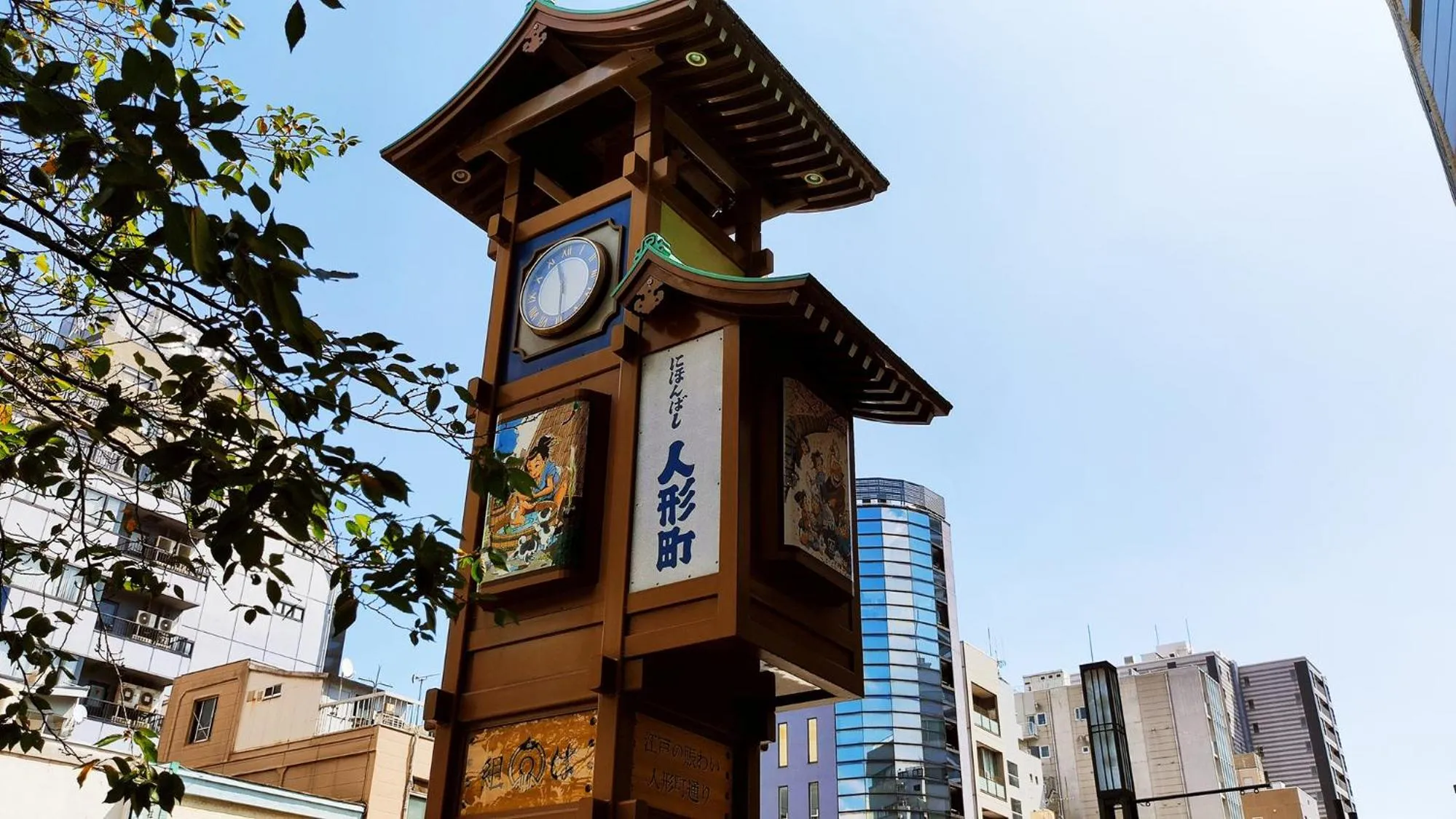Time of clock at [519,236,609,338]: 11:29
